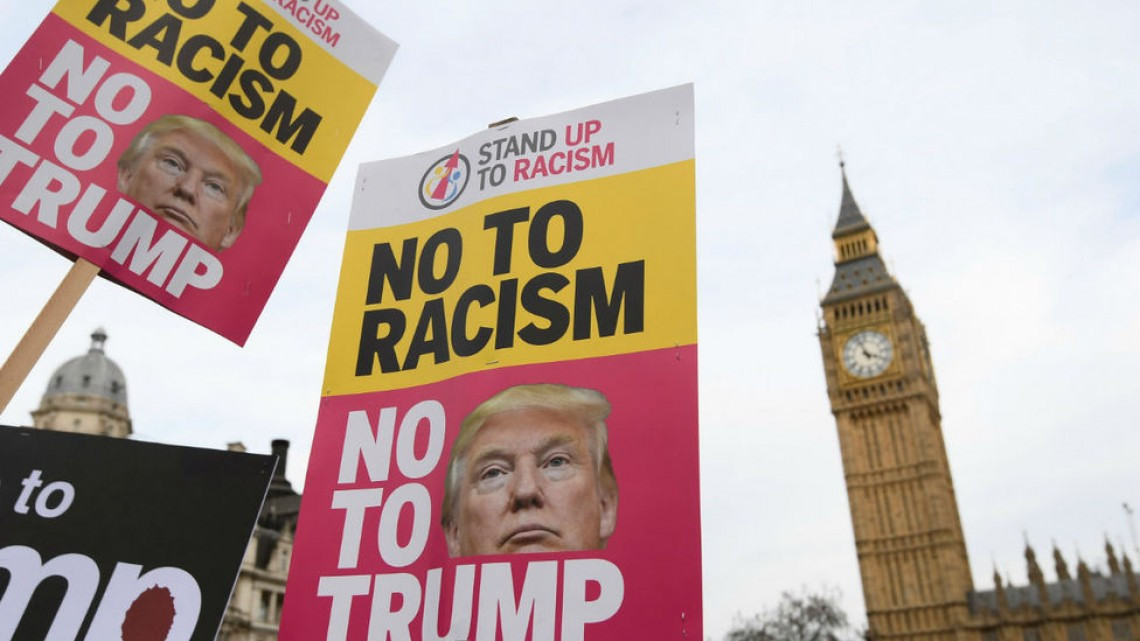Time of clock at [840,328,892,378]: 3:57
